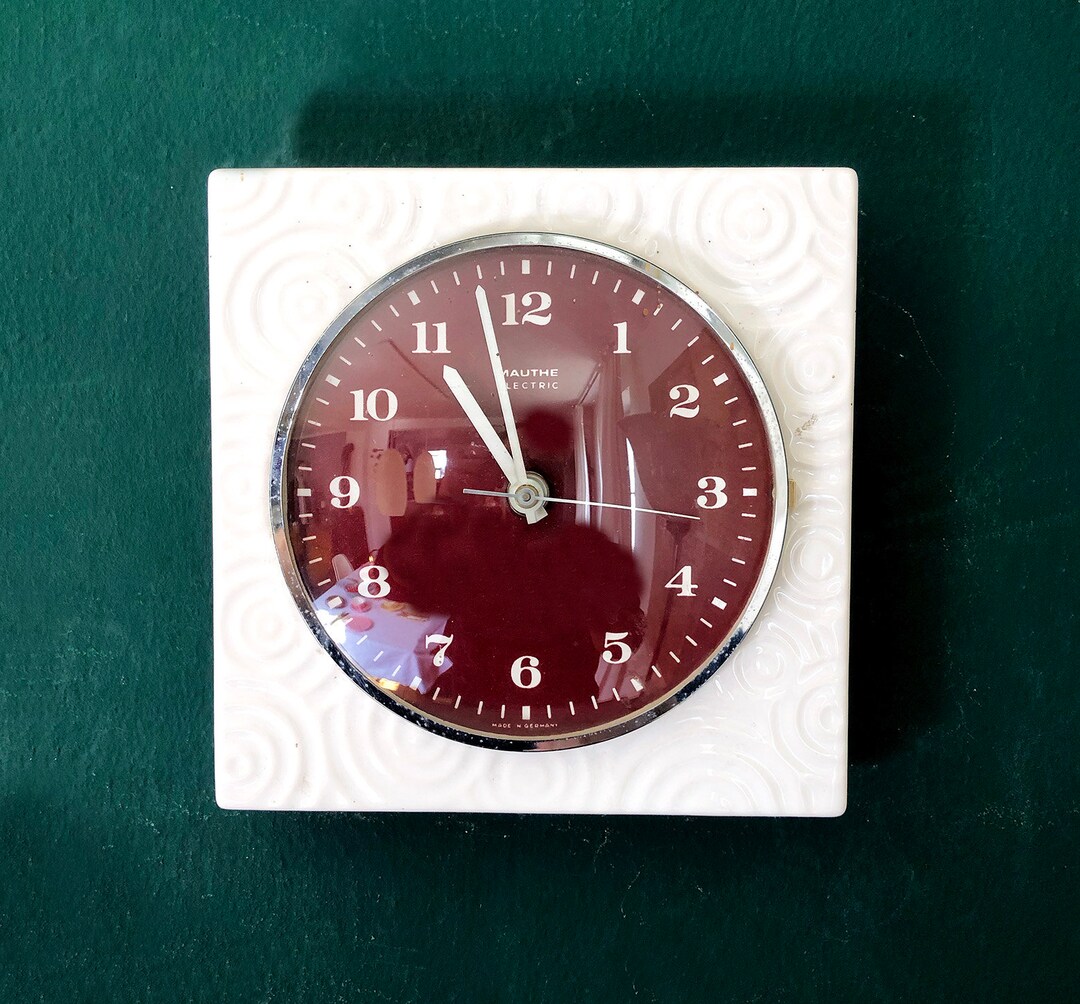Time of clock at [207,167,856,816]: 10:57
